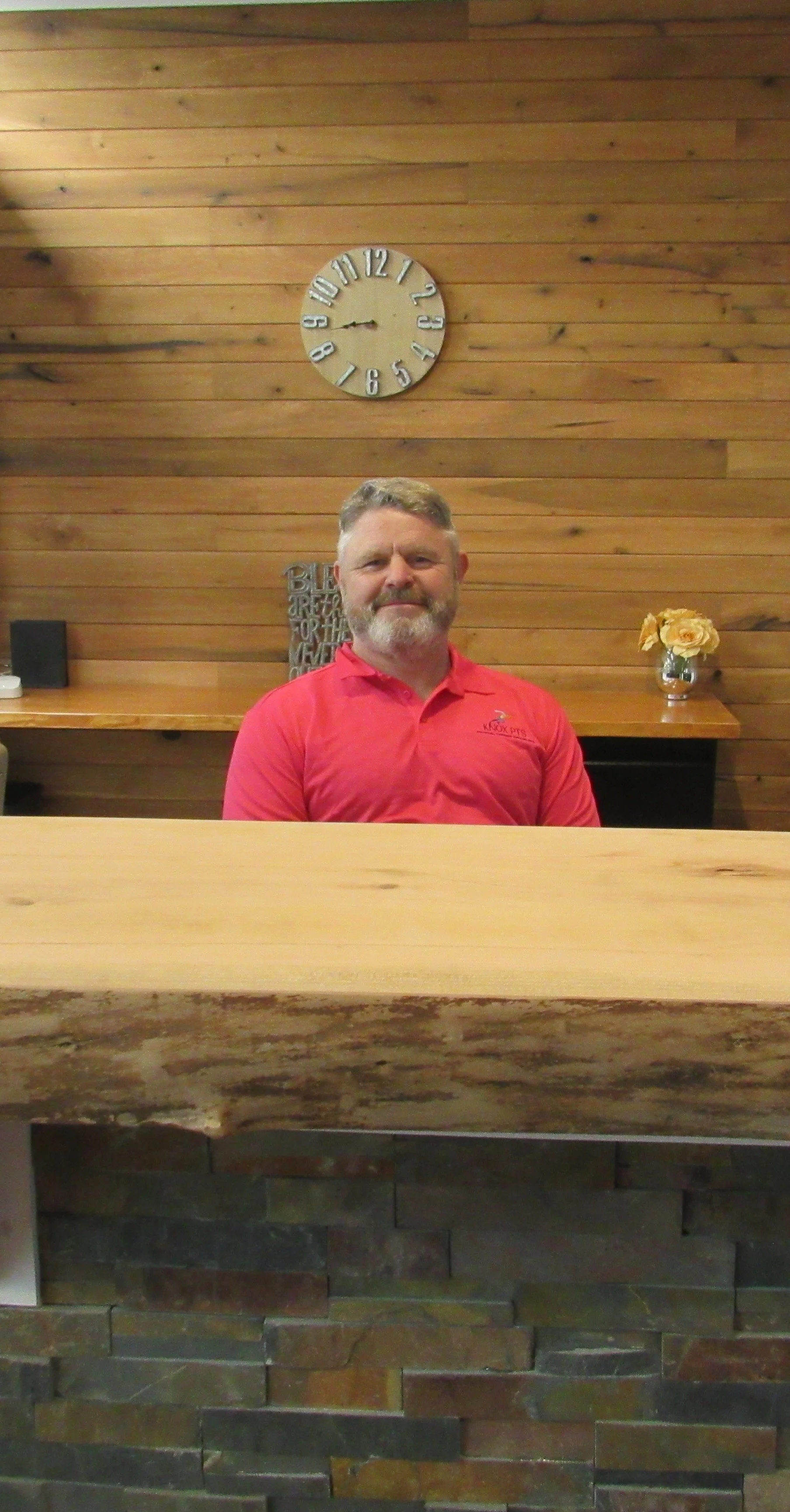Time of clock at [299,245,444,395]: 8:43
